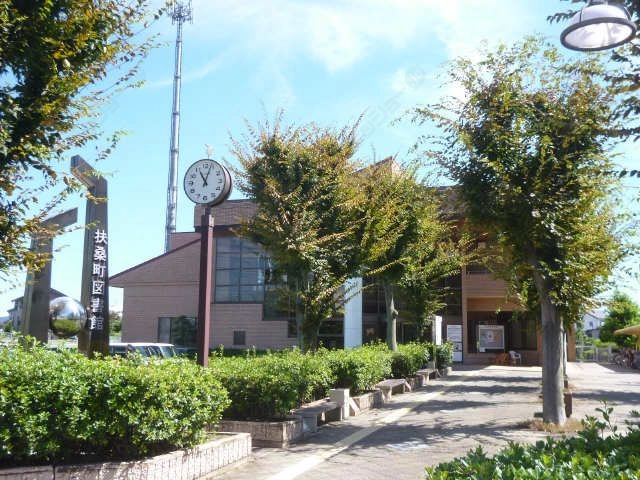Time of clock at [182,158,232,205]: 11:03
